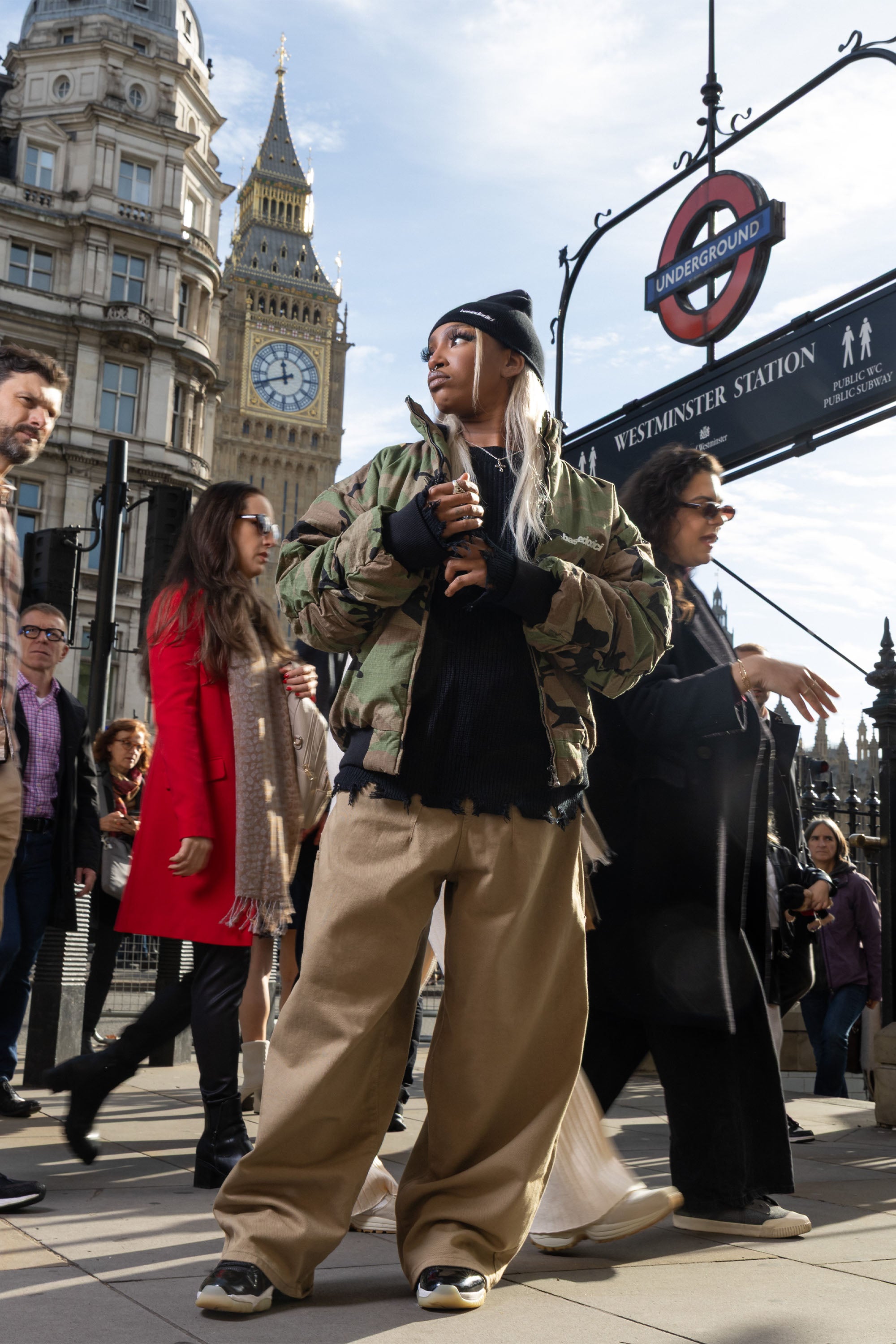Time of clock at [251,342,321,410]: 11:41
